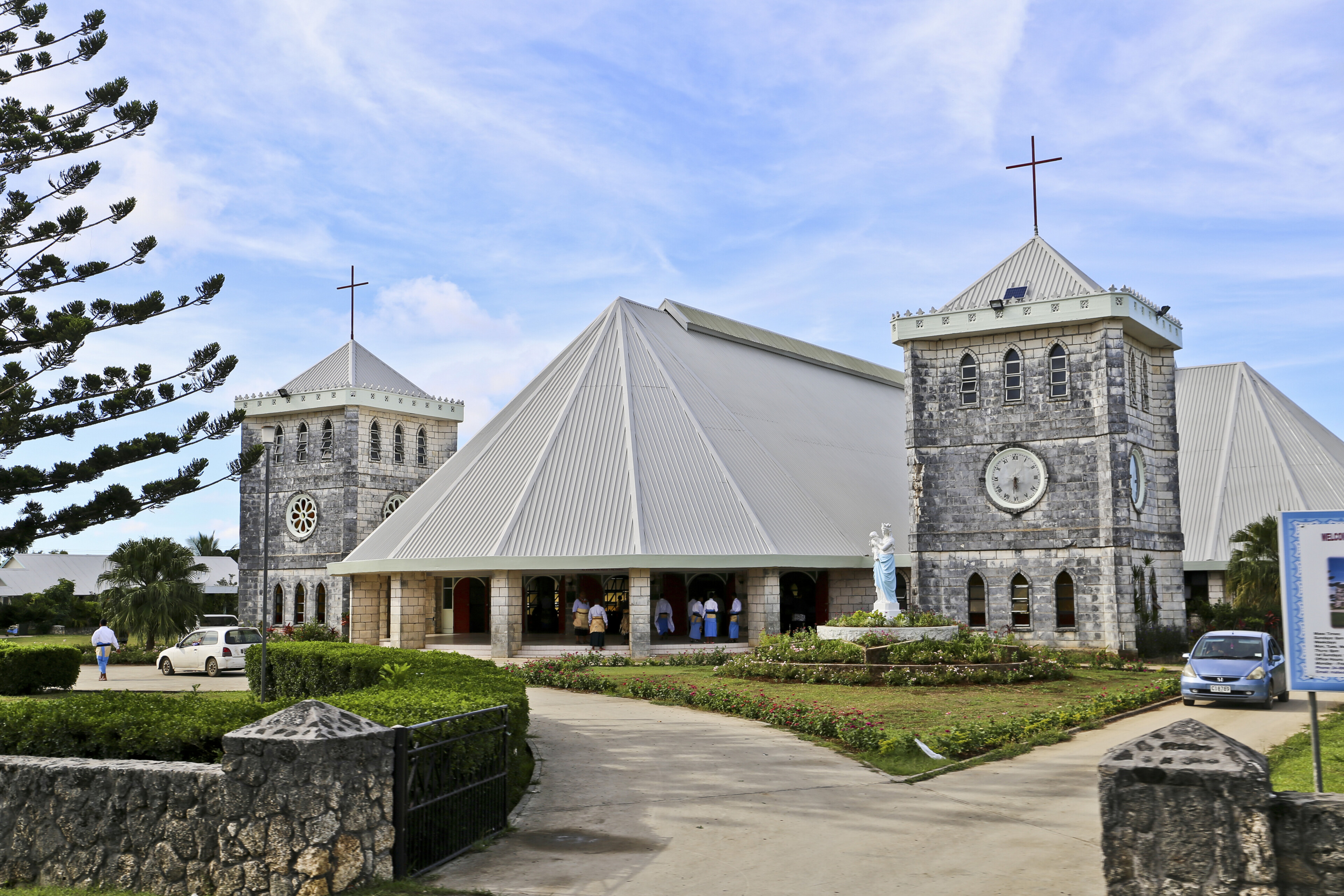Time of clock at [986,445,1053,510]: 5:30
